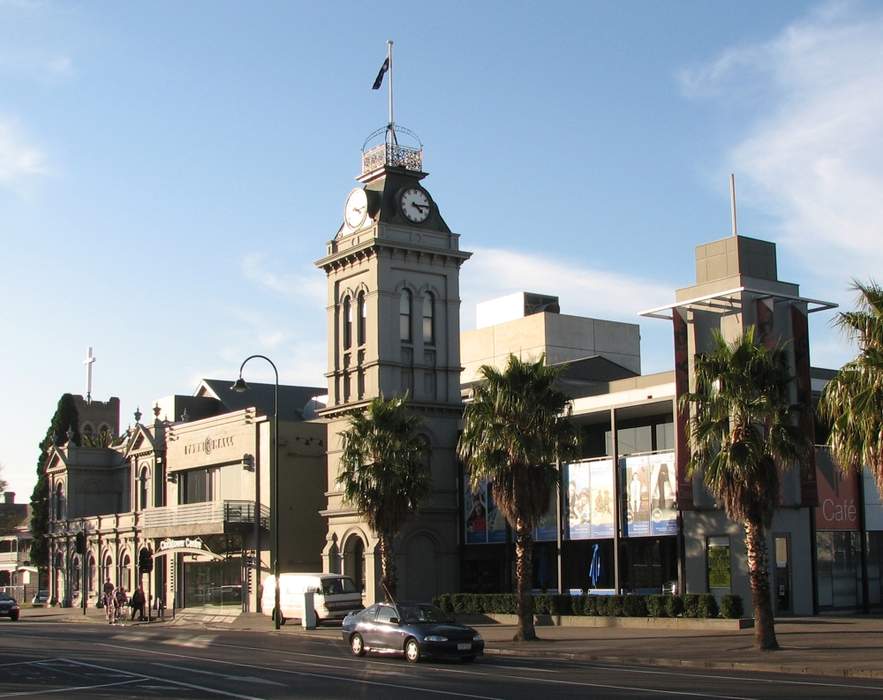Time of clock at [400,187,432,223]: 4:14
